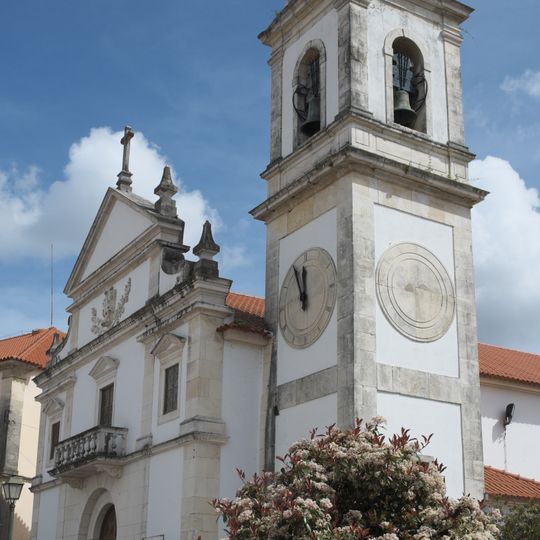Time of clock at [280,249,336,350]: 11:55
